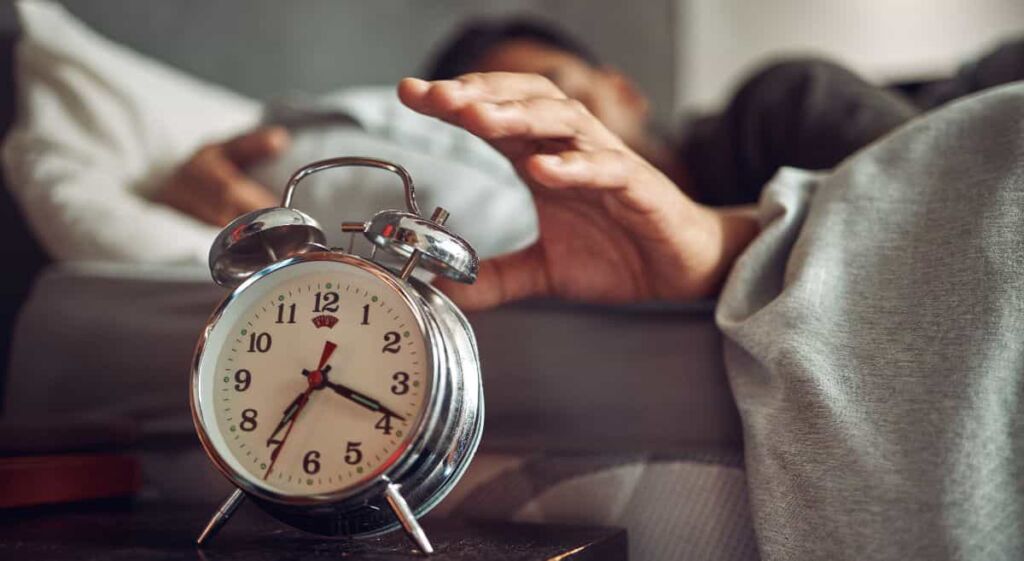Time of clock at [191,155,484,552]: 7:18
